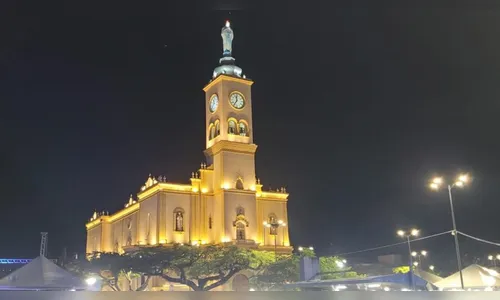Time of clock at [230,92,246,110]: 11:35
